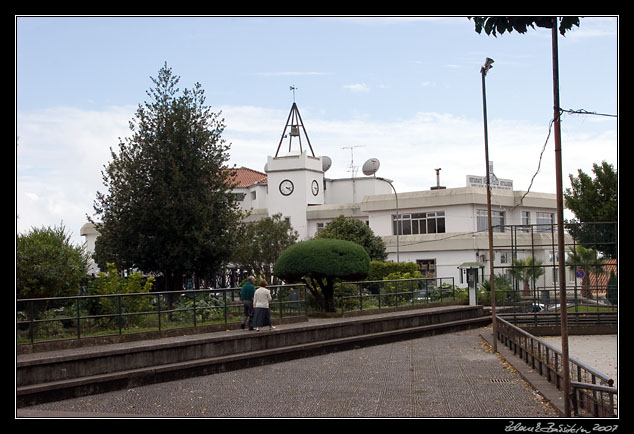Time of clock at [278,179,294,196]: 3:21
